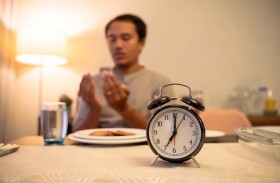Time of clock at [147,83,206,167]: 7:00
